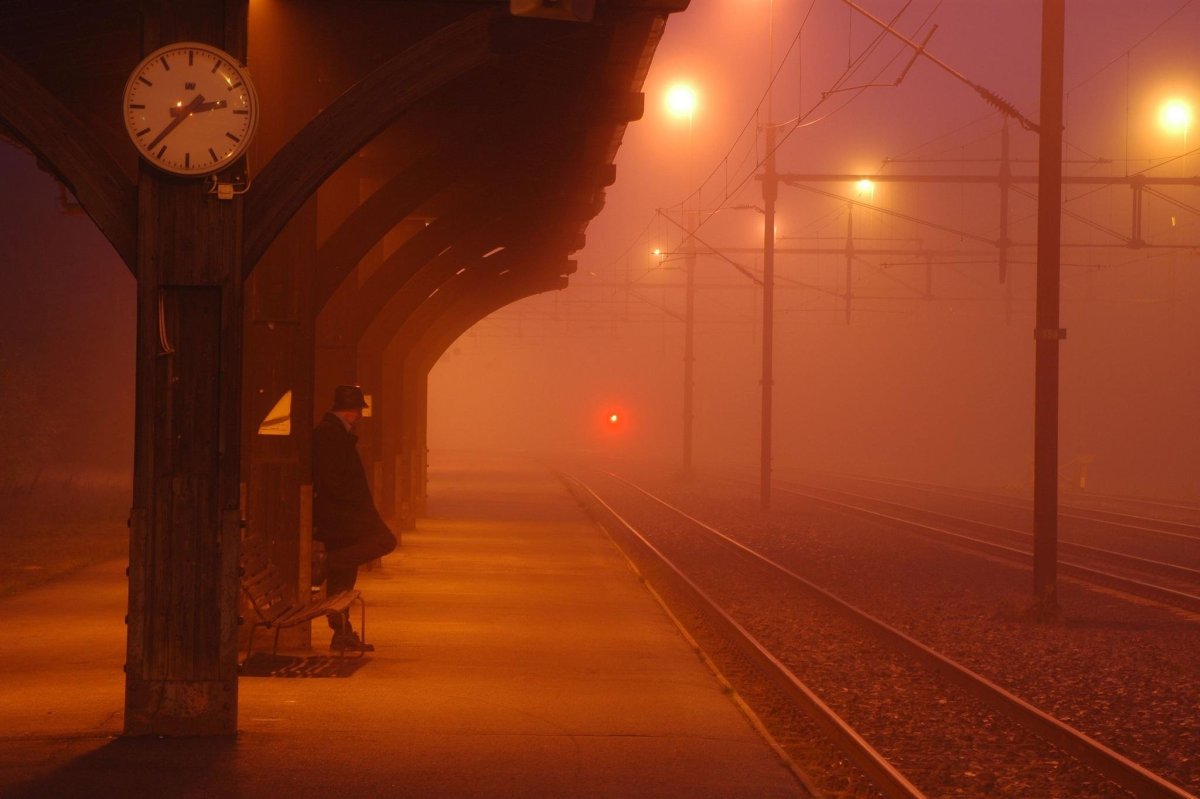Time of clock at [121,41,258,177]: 2:37
